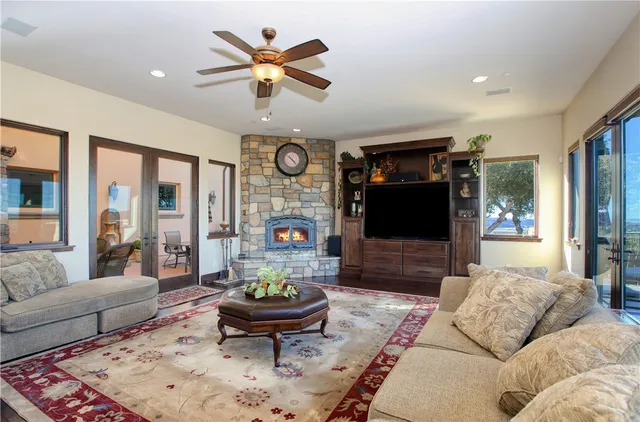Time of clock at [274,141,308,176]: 10:22
